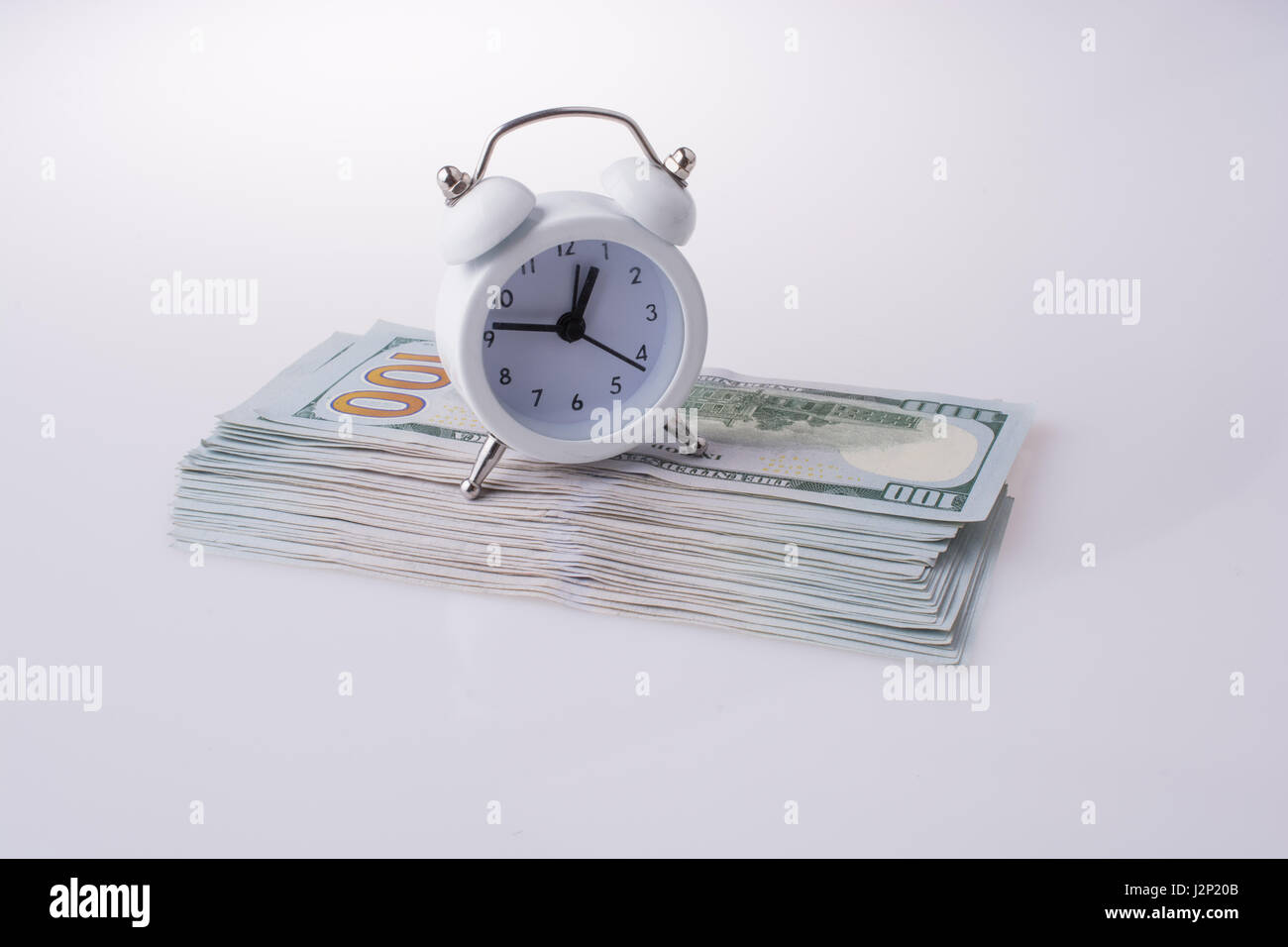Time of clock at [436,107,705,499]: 12:46
